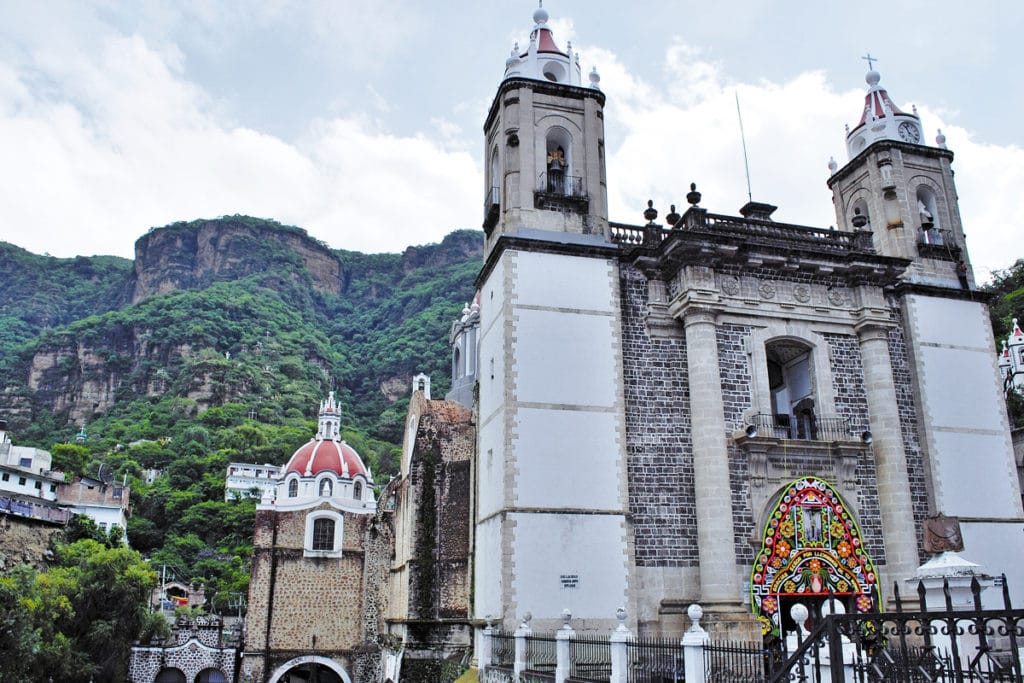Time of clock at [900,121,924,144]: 11:21
